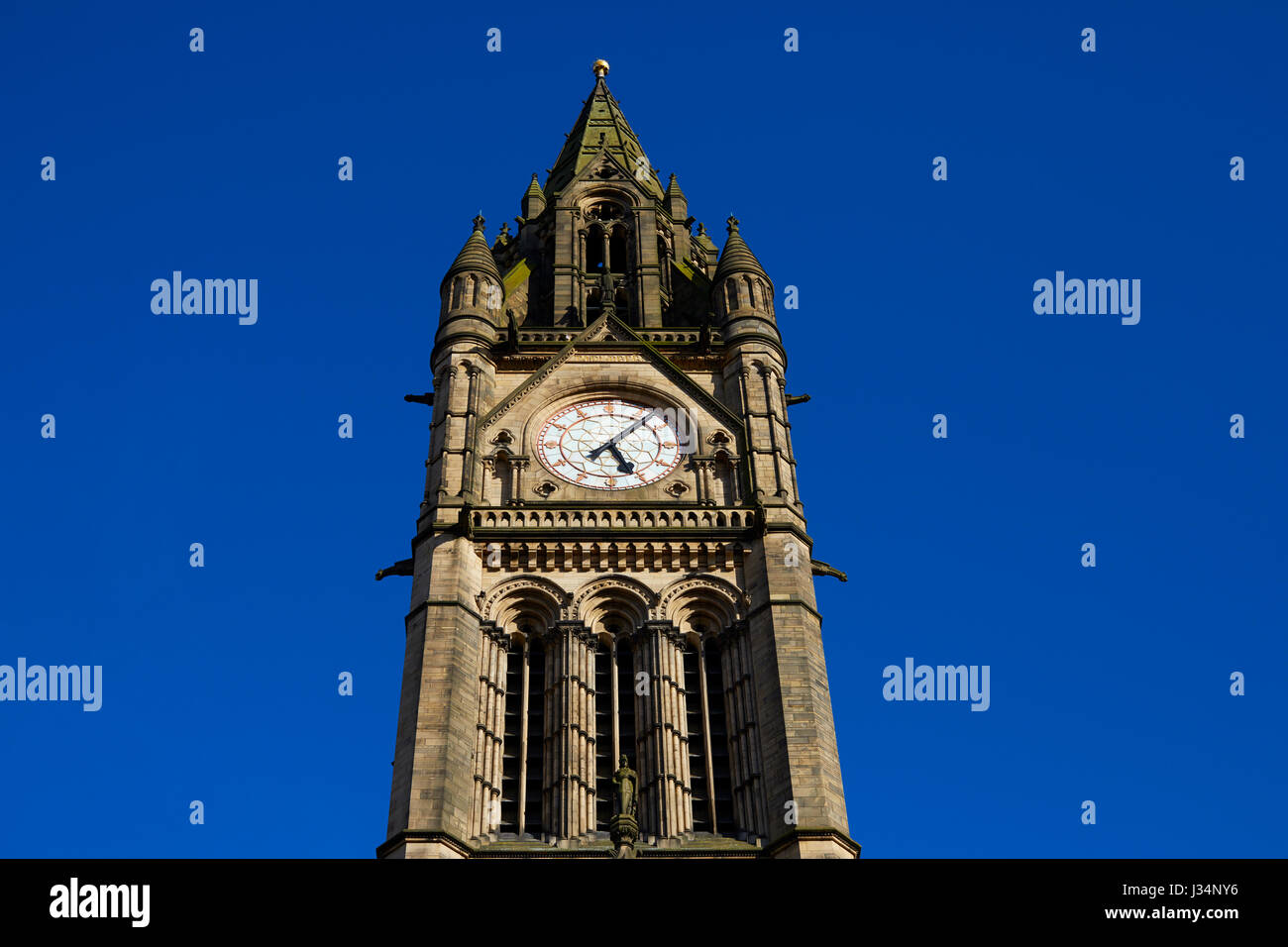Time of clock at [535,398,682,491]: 5:06
